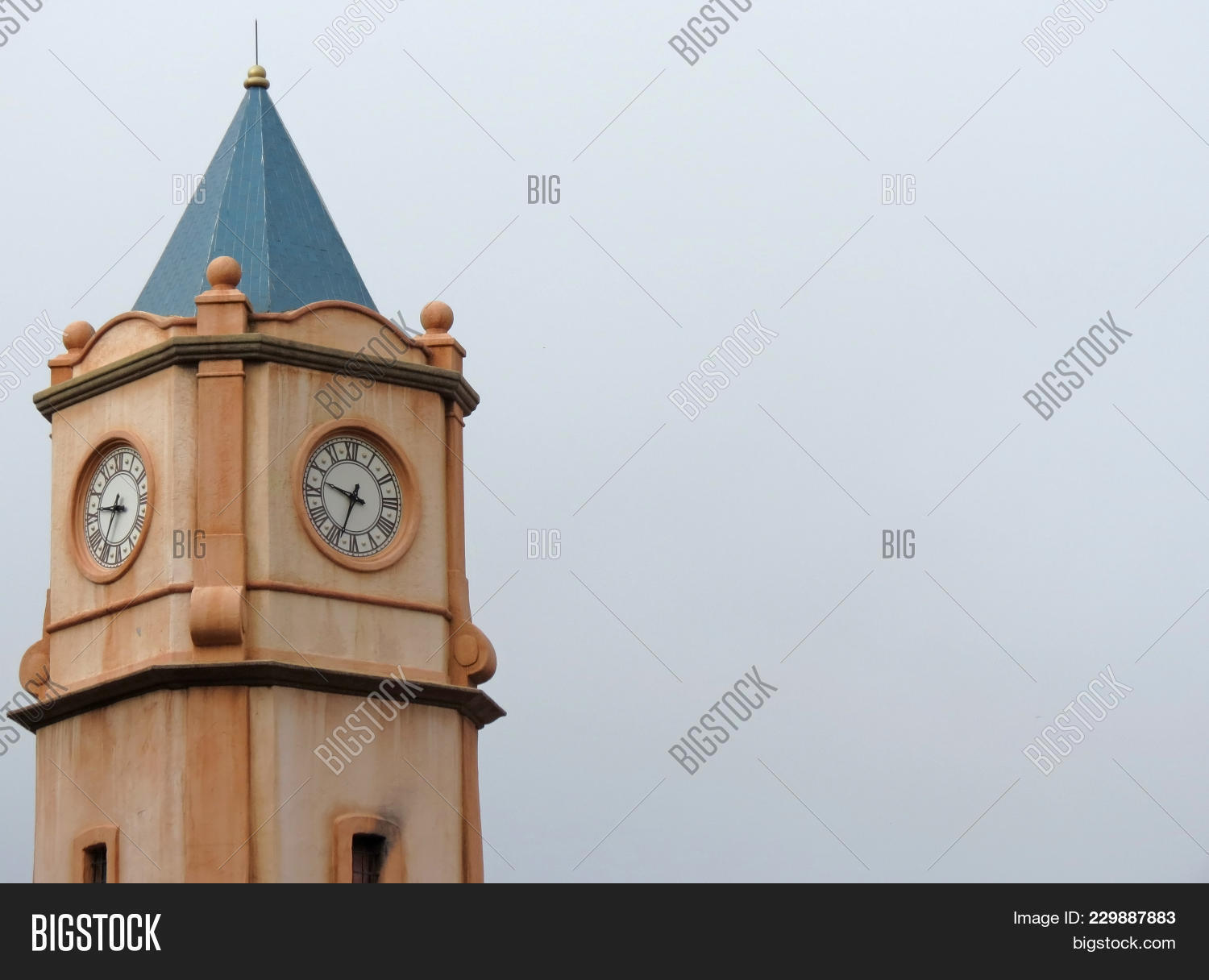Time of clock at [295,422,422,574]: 9:33
